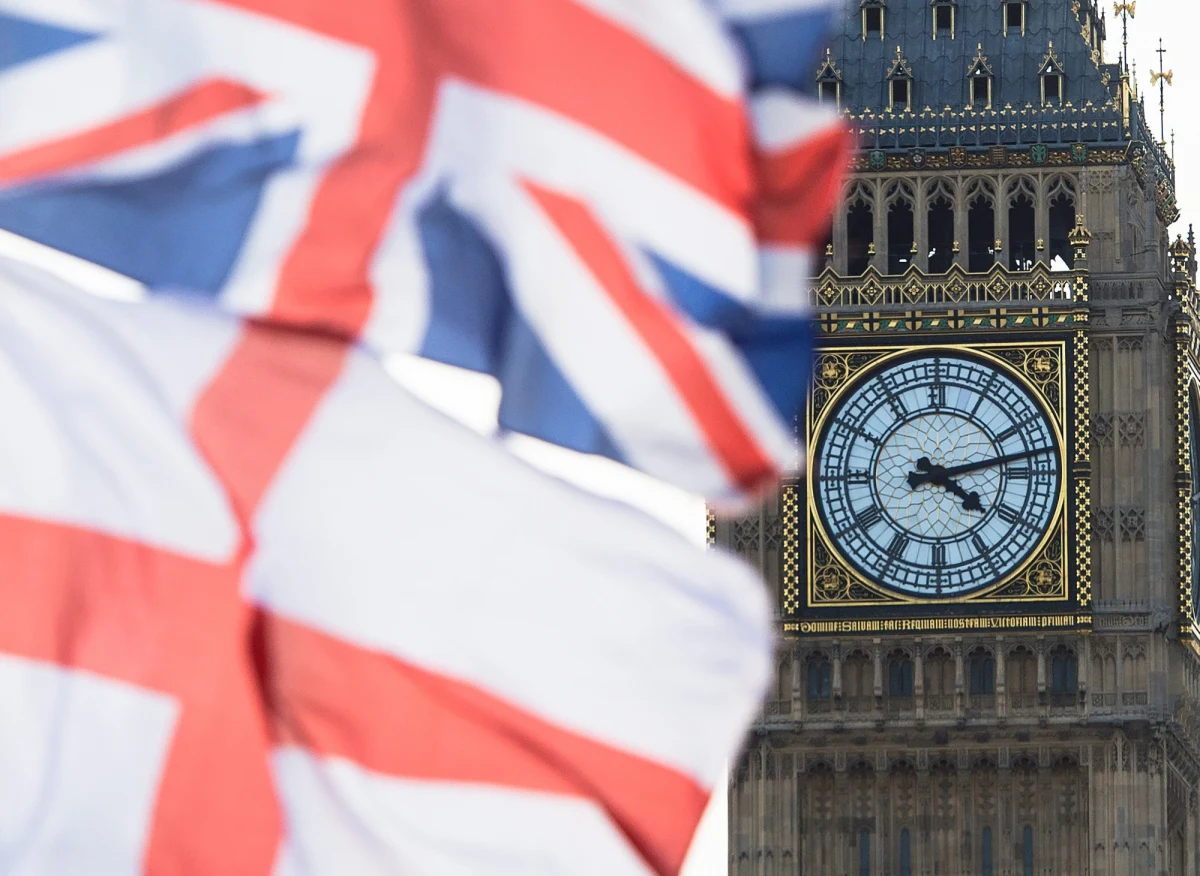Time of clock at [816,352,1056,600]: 4:12
